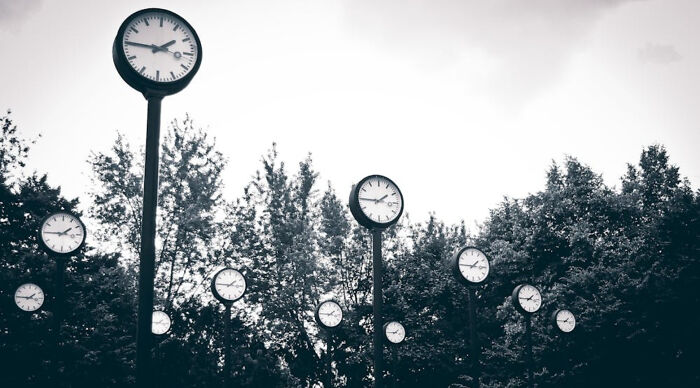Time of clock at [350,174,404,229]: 1:45
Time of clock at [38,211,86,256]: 1:45
